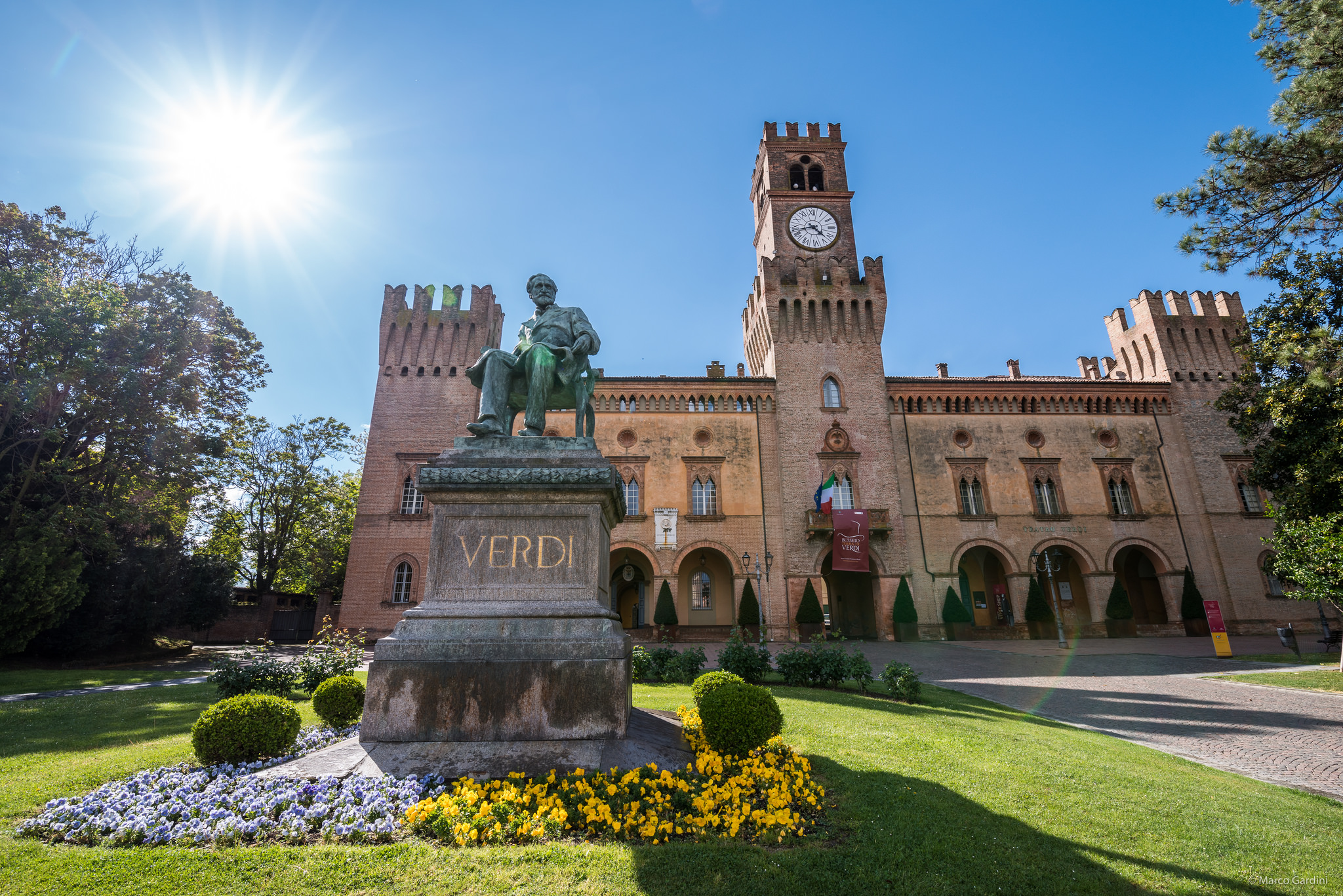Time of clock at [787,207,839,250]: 4:42
